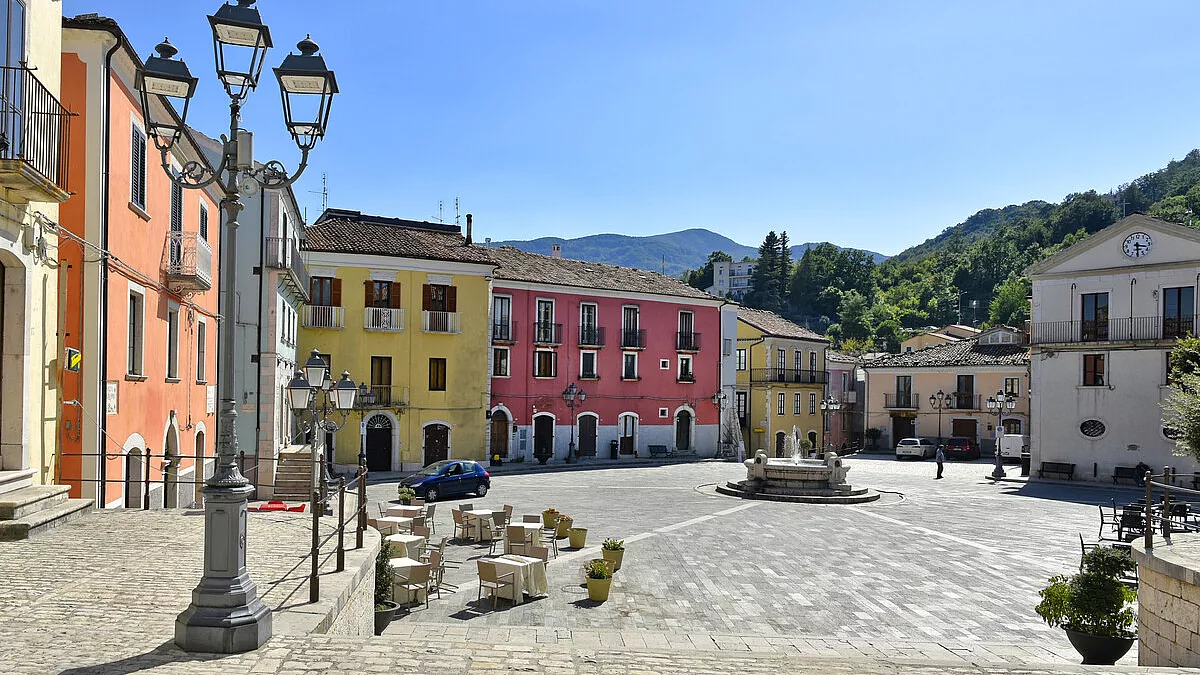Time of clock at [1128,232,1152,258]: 3:29
